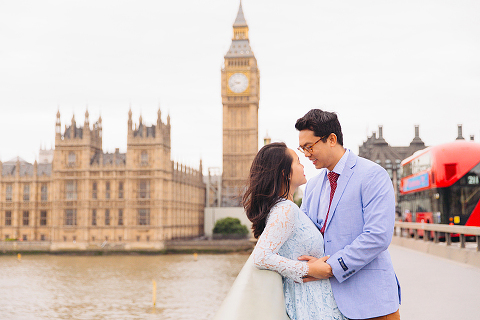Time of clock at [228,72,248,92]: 9:42
